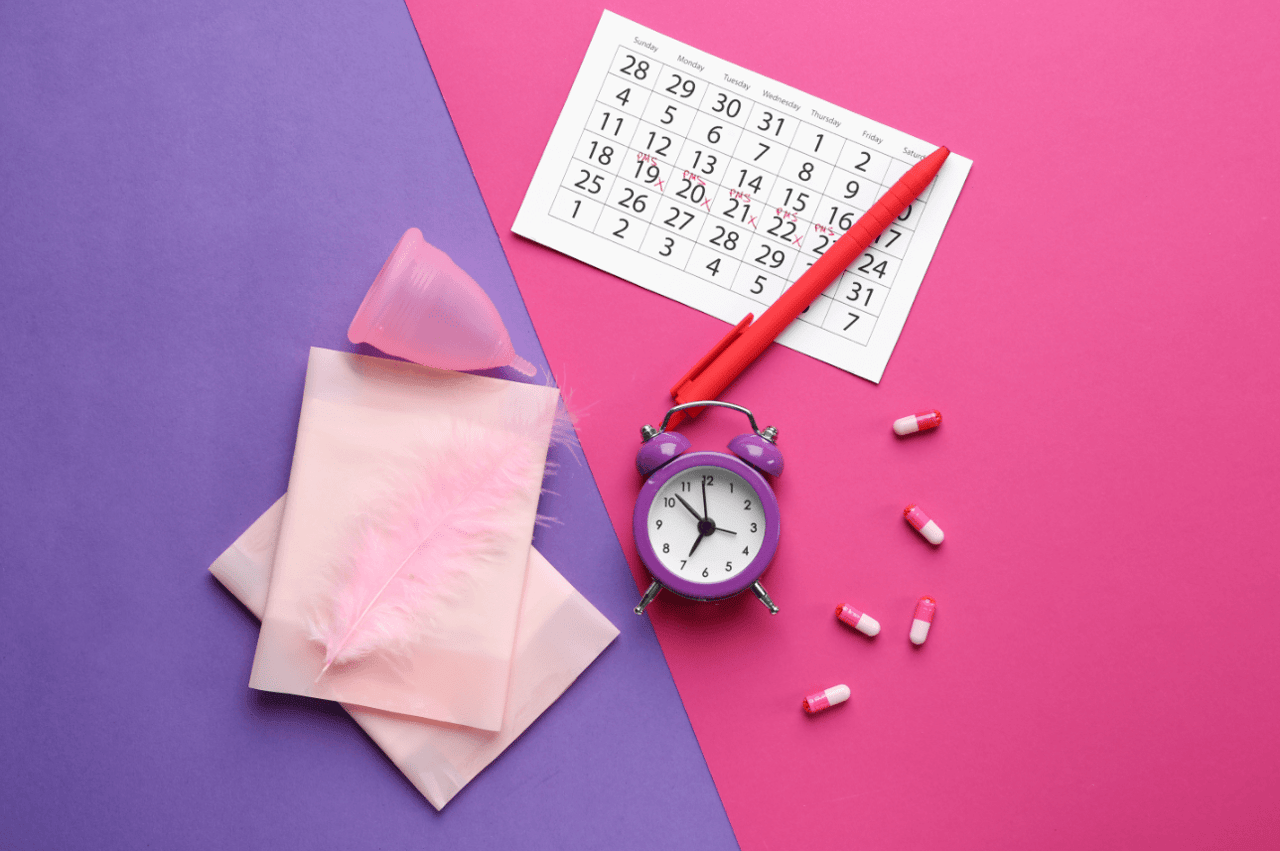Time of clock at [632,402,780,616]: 6:52
